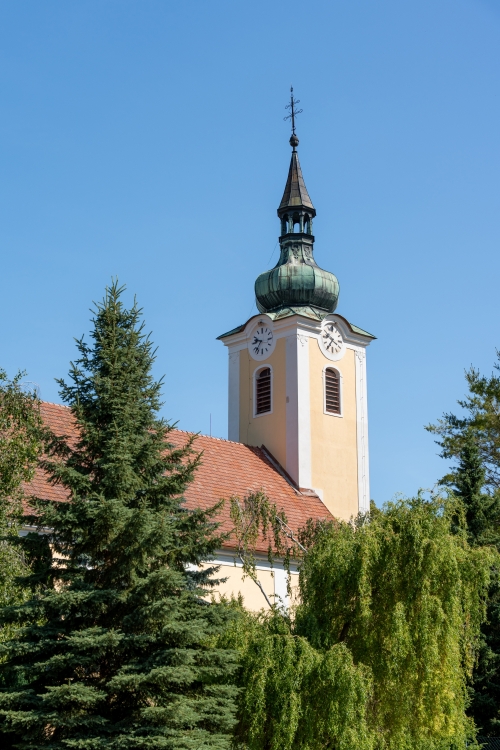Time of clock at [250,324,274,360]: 9:36
